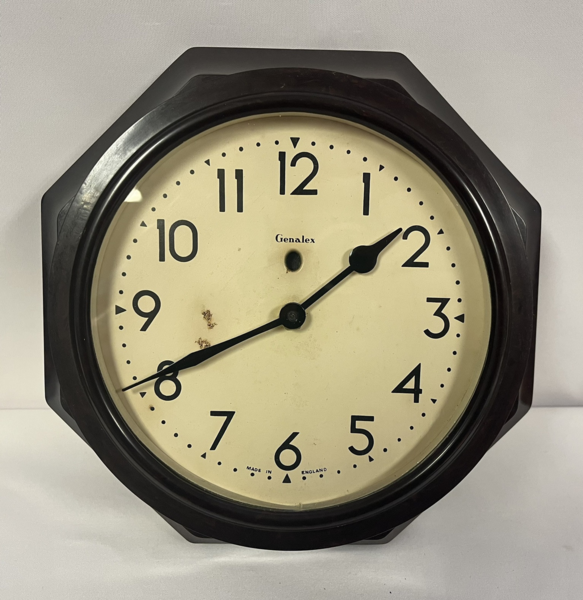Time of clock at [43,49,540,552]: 1:40
